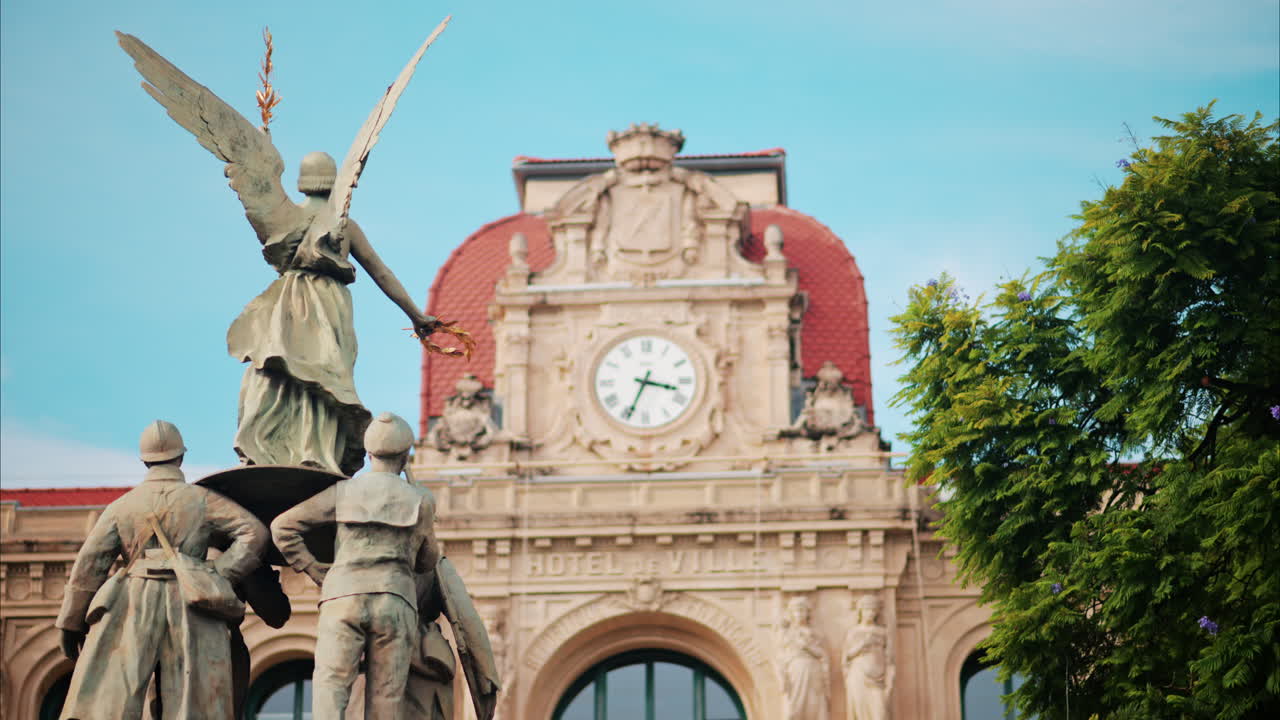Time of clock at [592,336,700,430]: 3:33
